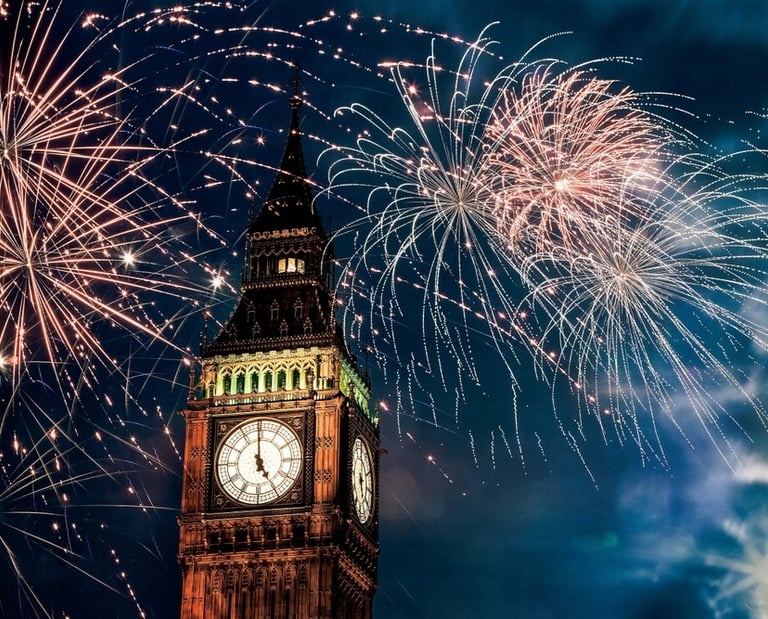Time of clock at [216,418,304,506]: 4:59
